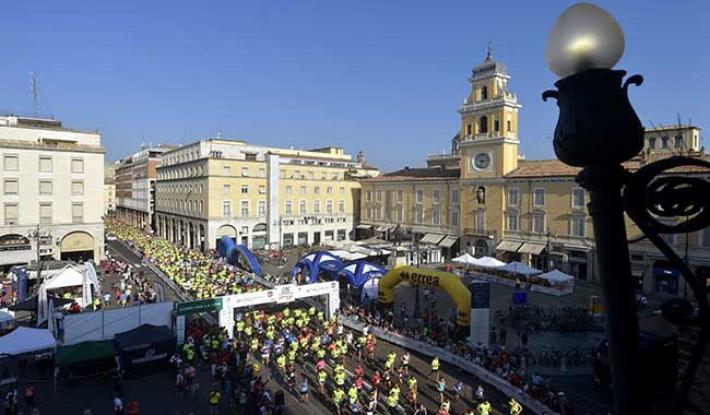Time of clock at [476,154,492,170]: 6:13
